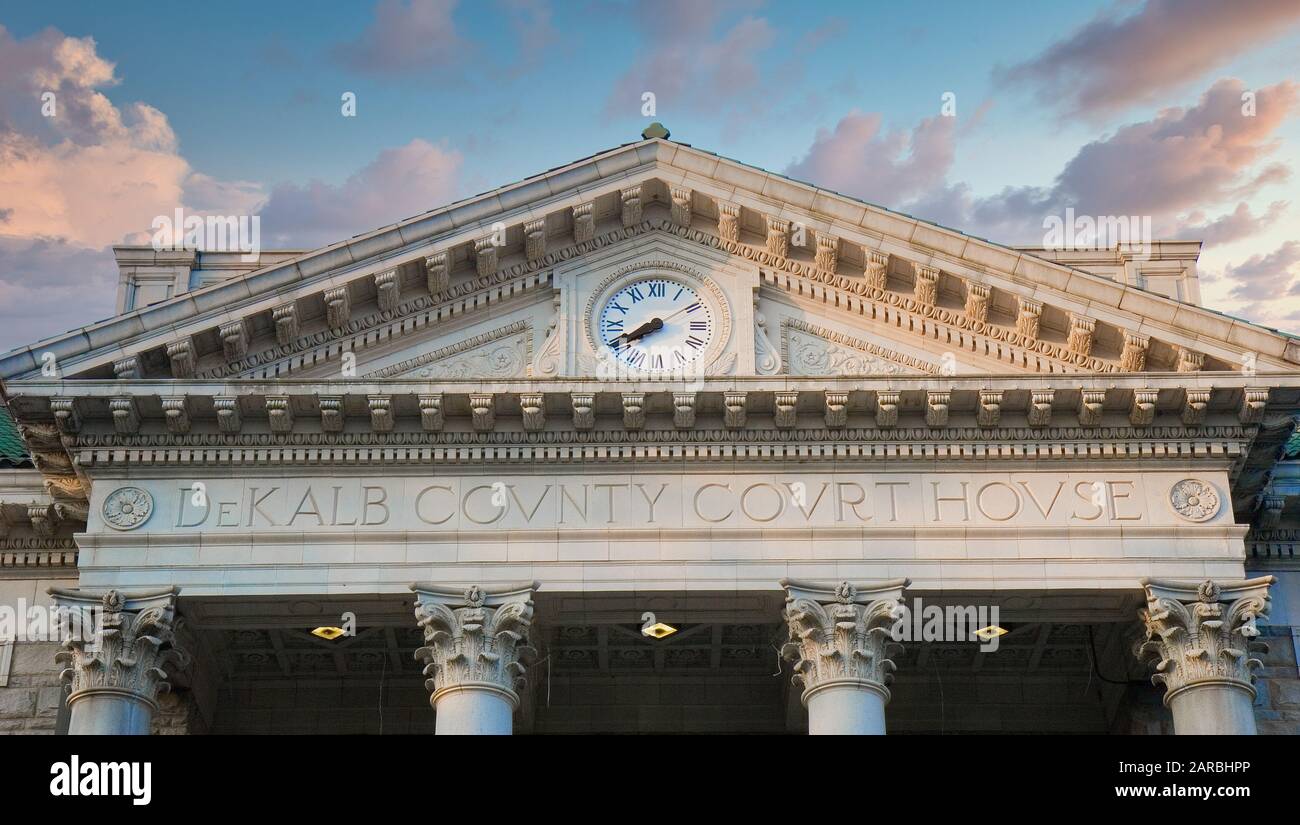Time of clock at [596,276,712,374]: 7:40
